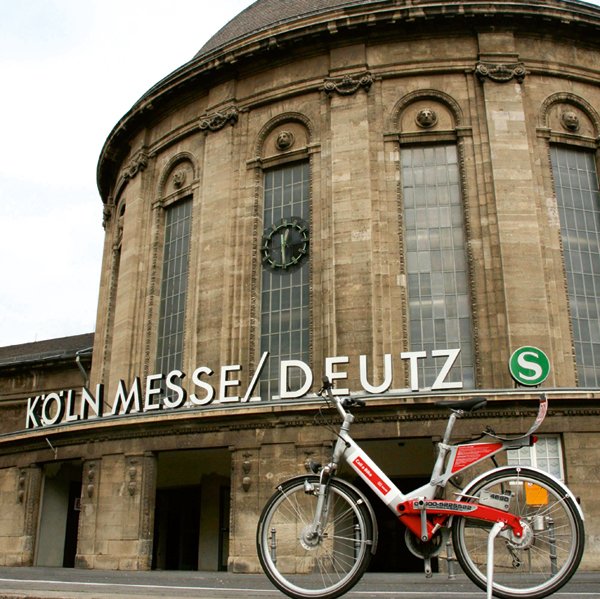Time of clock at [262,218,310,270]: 12:28
